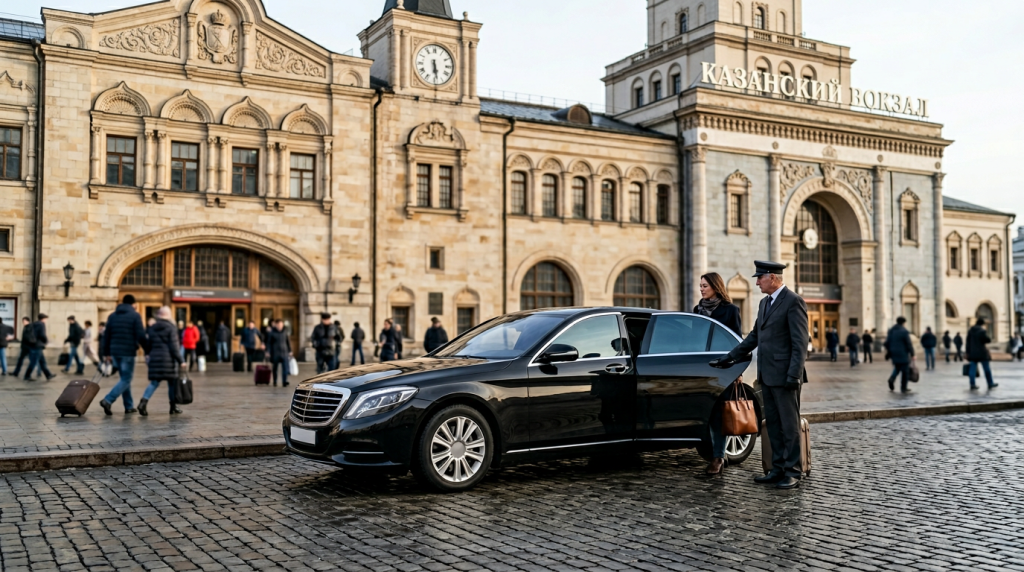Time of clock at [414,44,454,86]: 5:28
